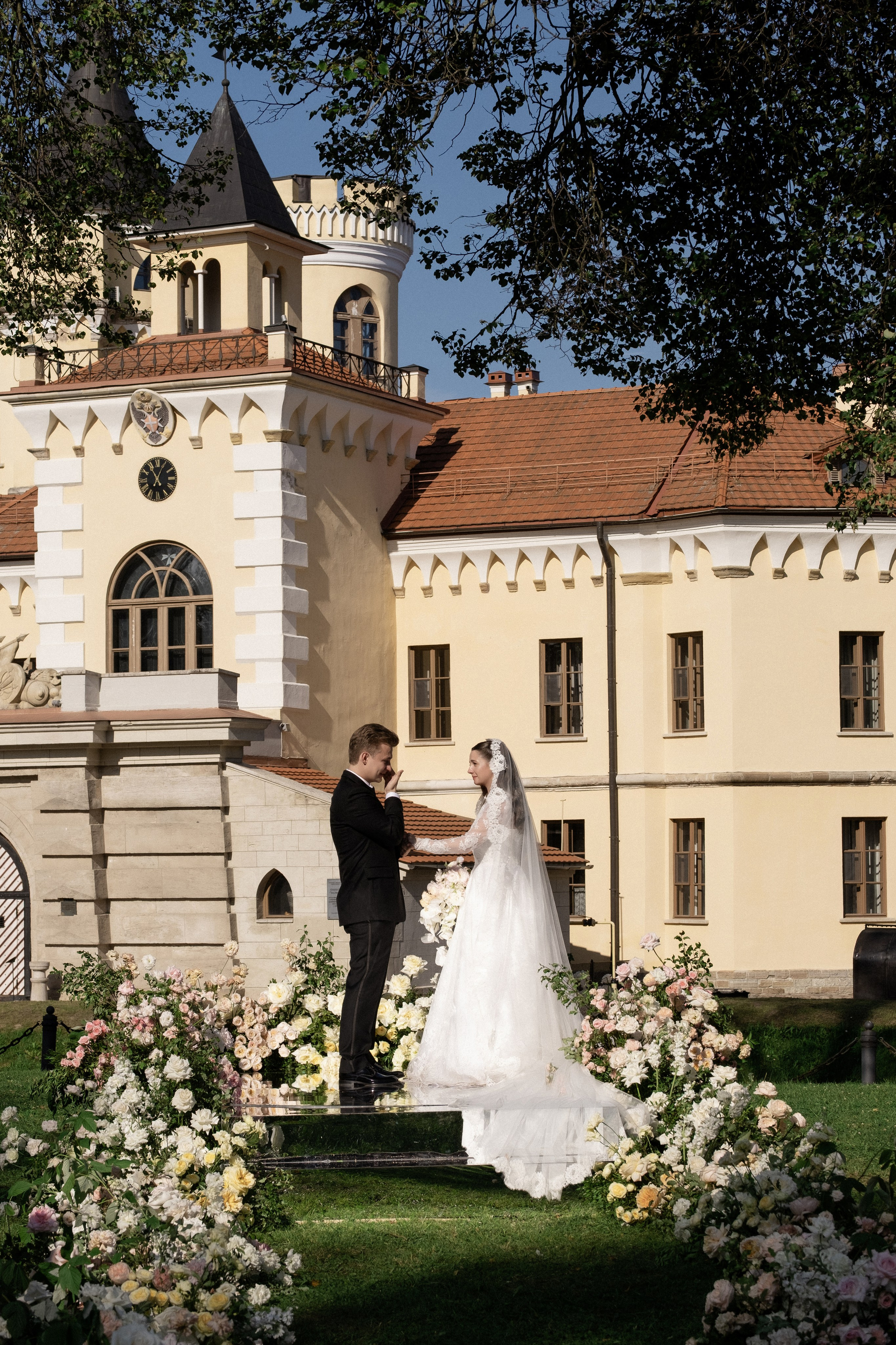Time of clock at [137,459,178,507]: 11:04
